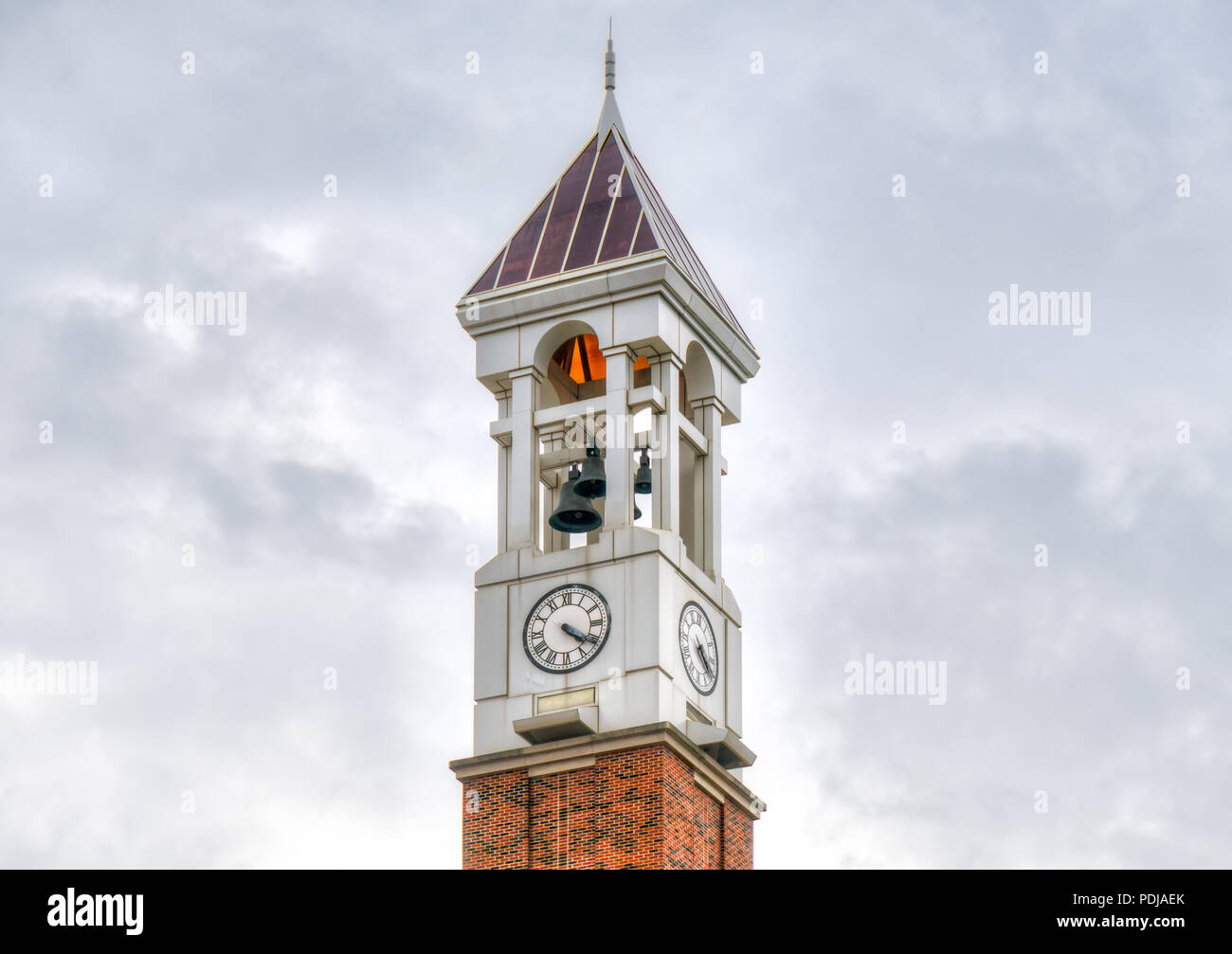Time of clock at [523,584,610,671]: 4:20
